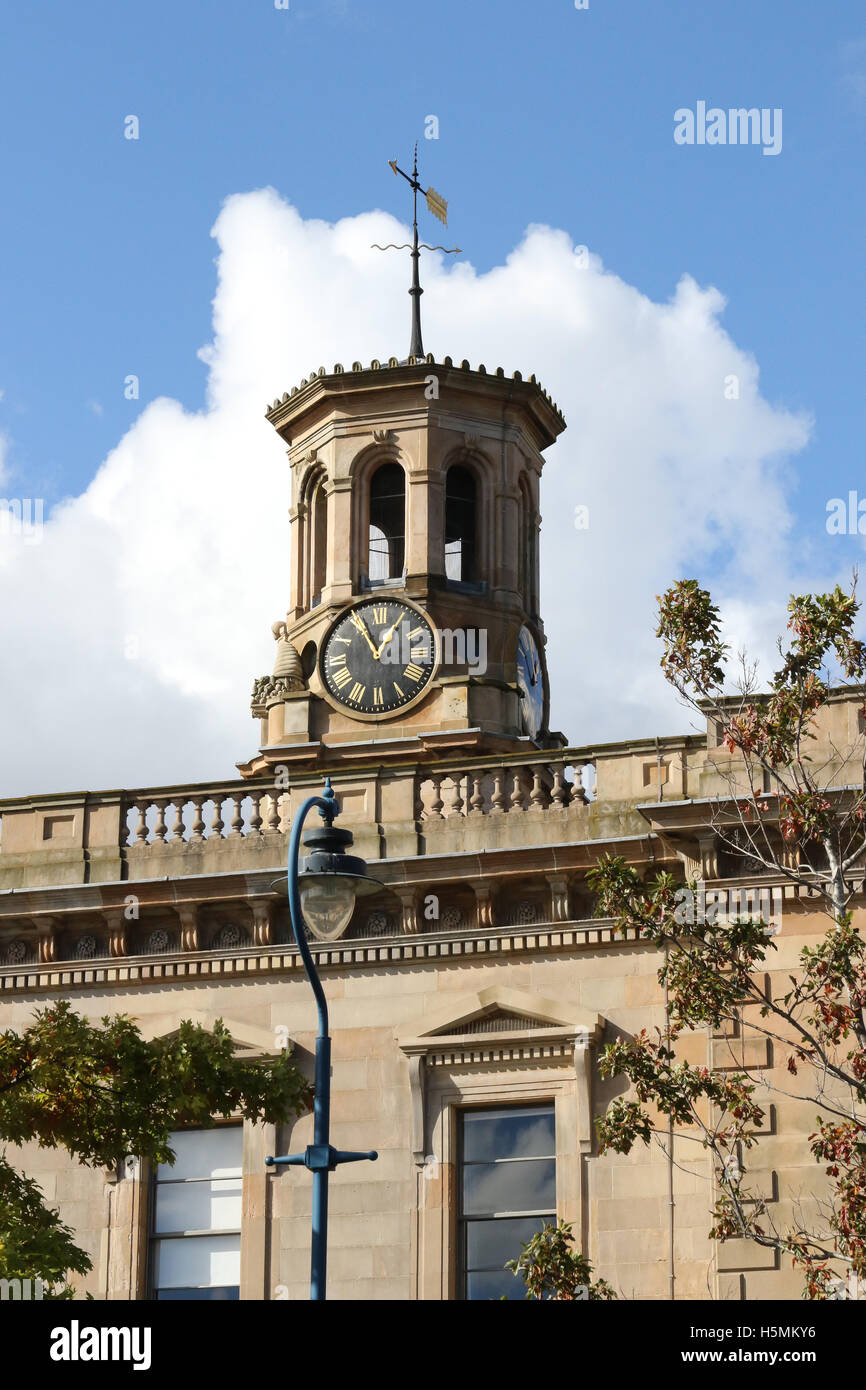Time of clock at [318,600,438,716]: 12:55
